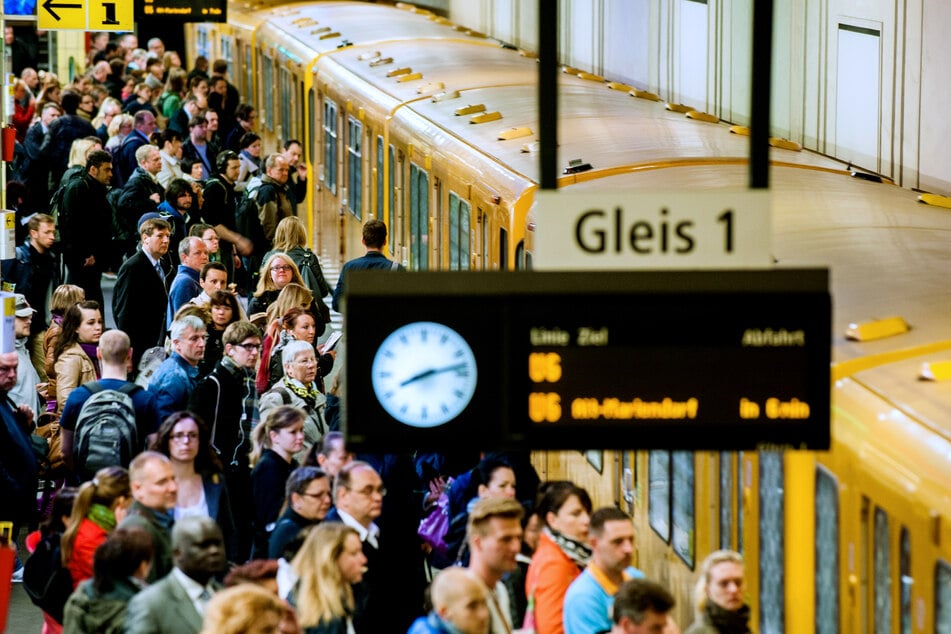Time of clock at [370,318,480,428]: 8:12
